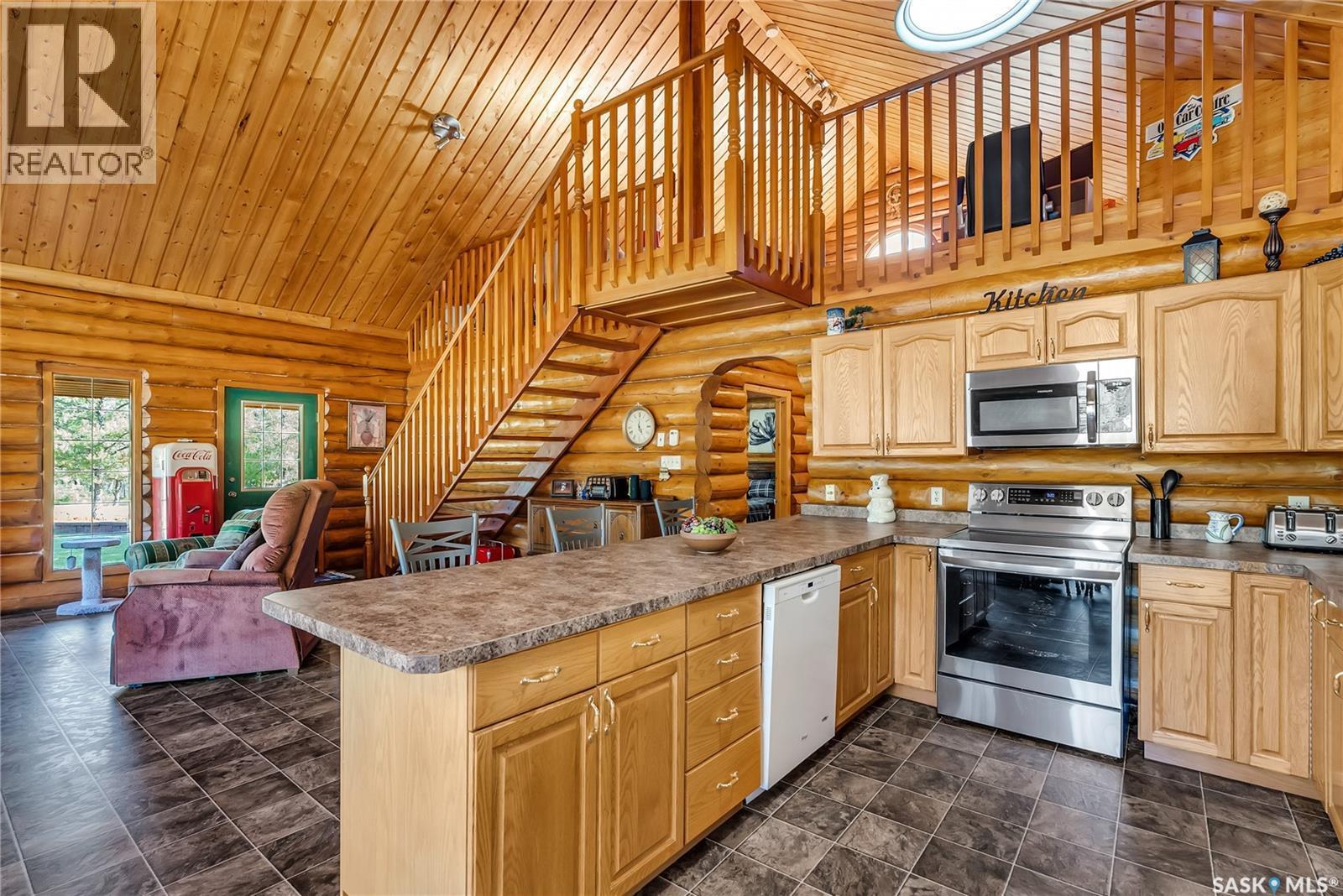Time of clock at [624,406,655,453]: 5:00
